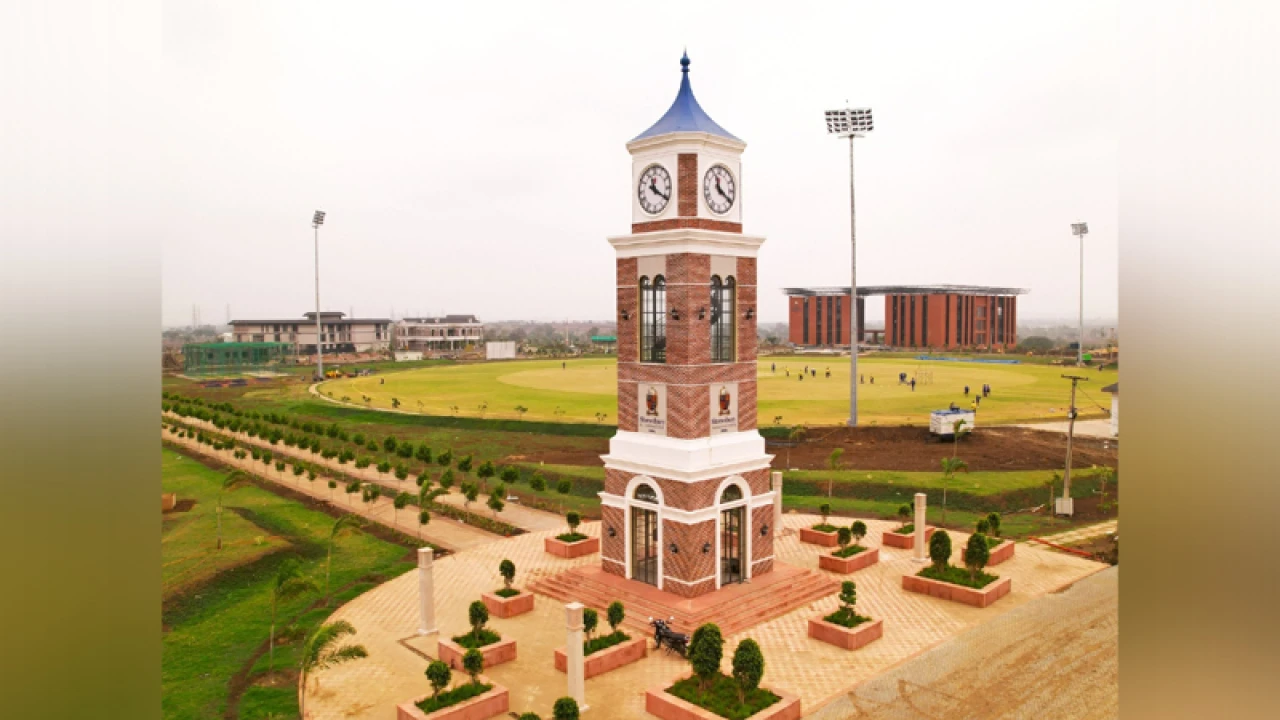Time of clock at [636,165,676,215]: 11:20
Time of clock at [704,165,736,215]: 11:20
